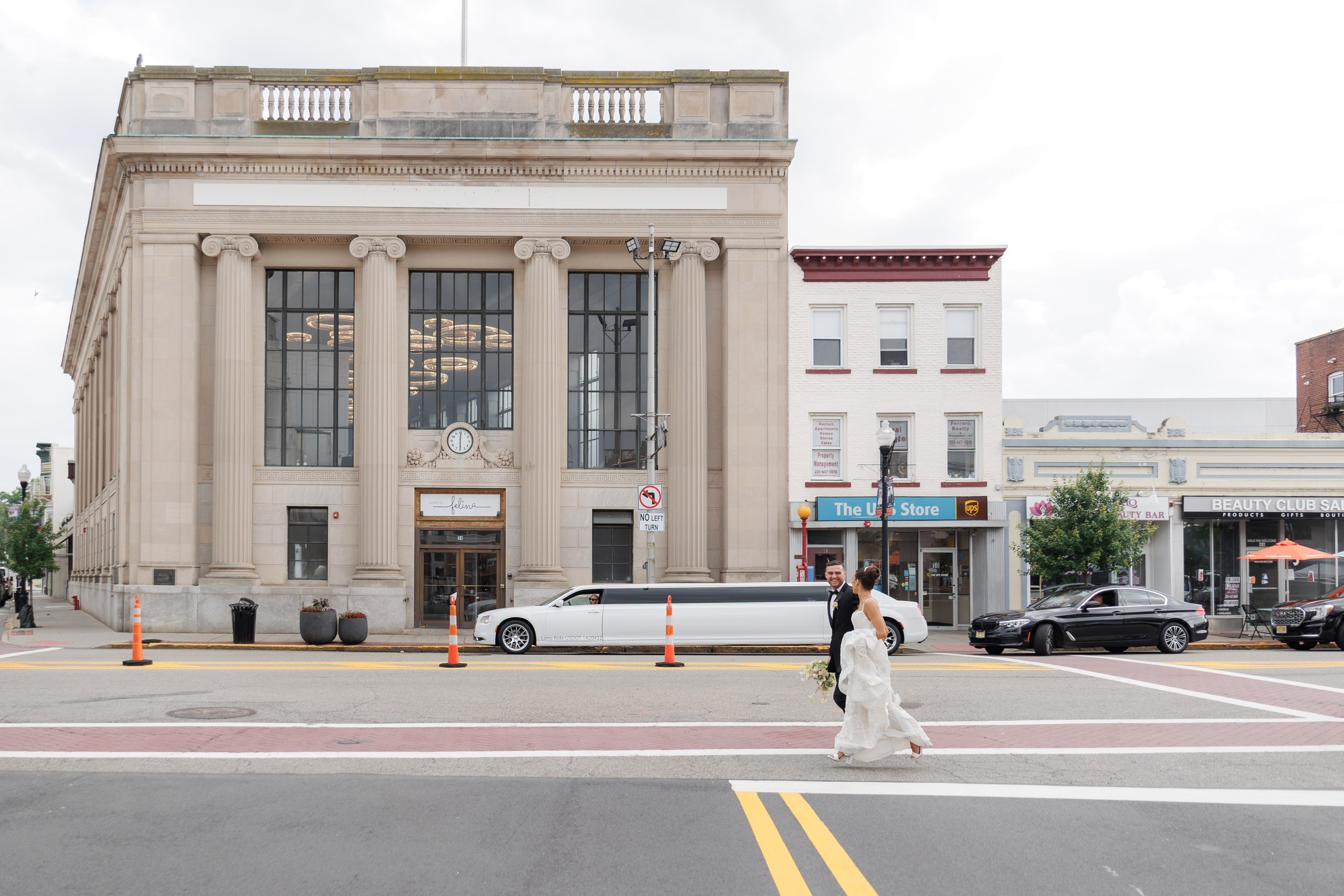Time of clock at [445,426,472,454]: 6:00
